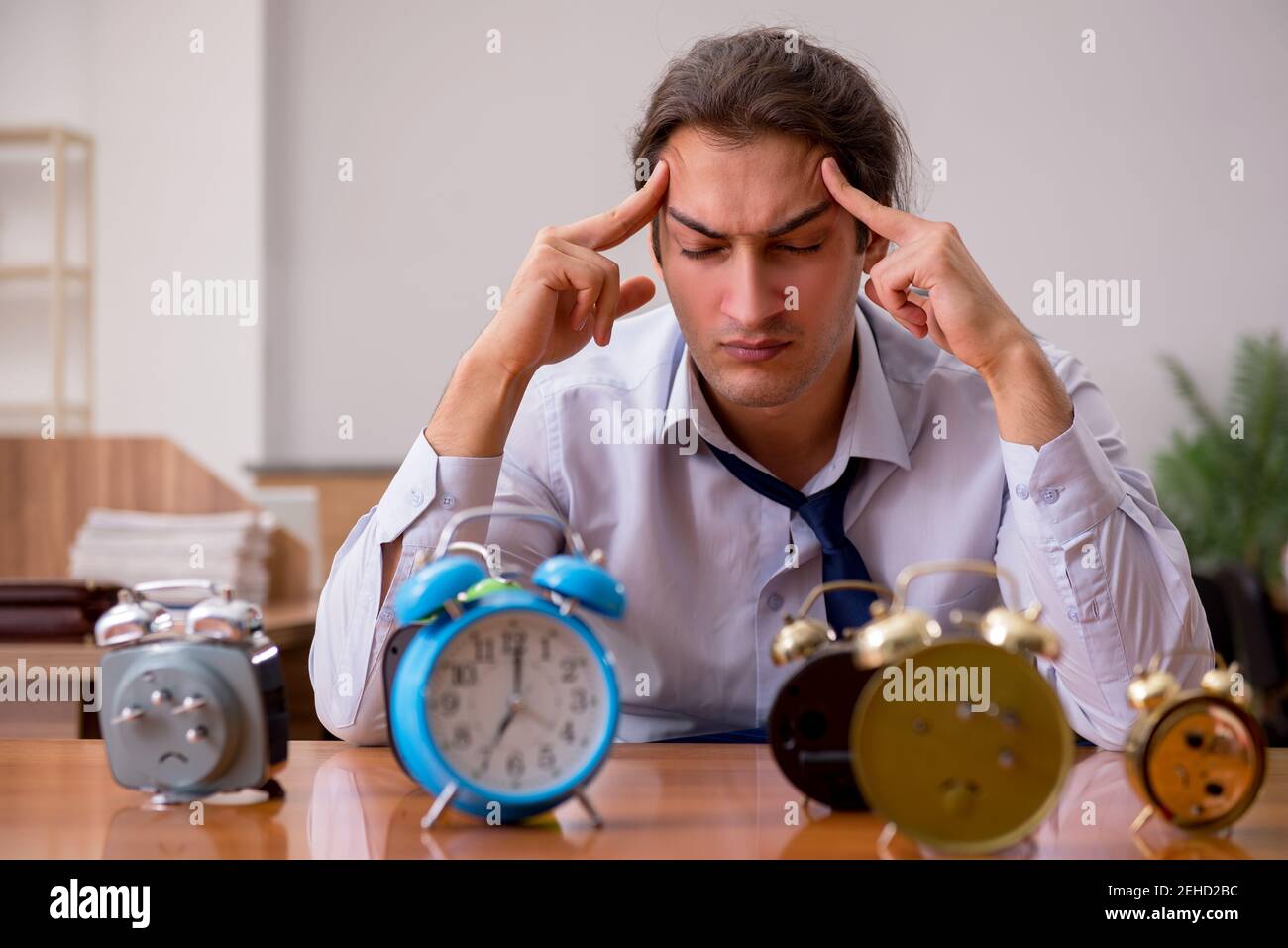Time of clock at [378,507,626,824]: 7:00
